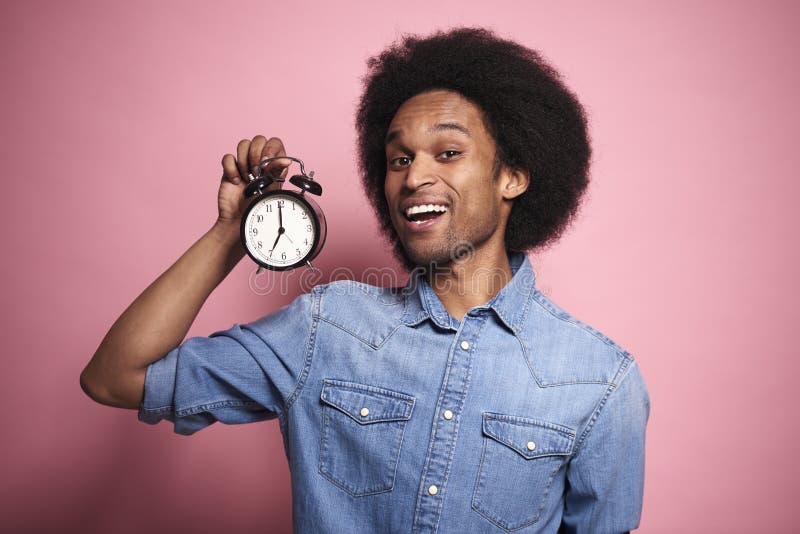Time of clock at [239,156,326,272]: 7:00
